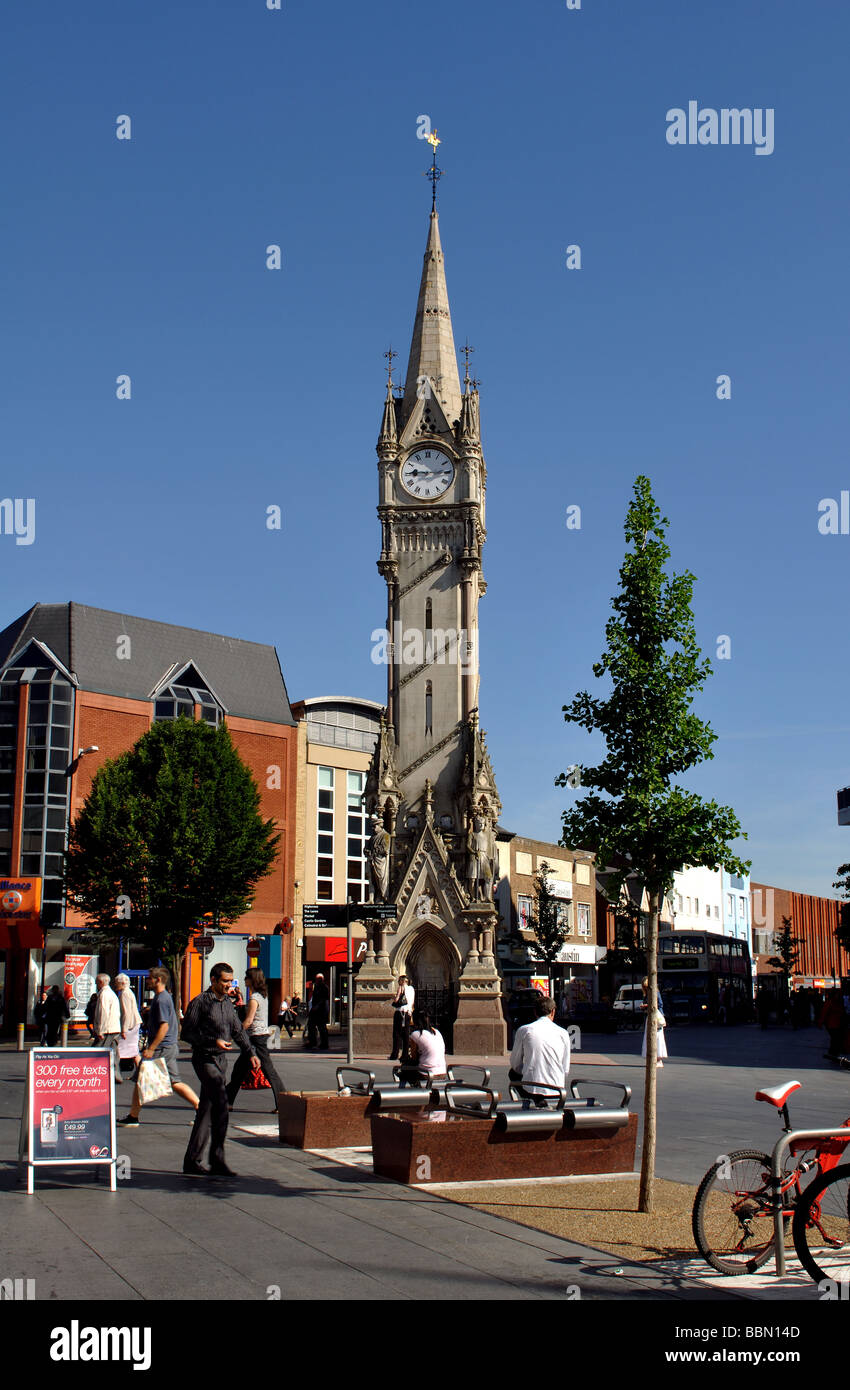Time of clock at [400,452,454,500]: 9:14
